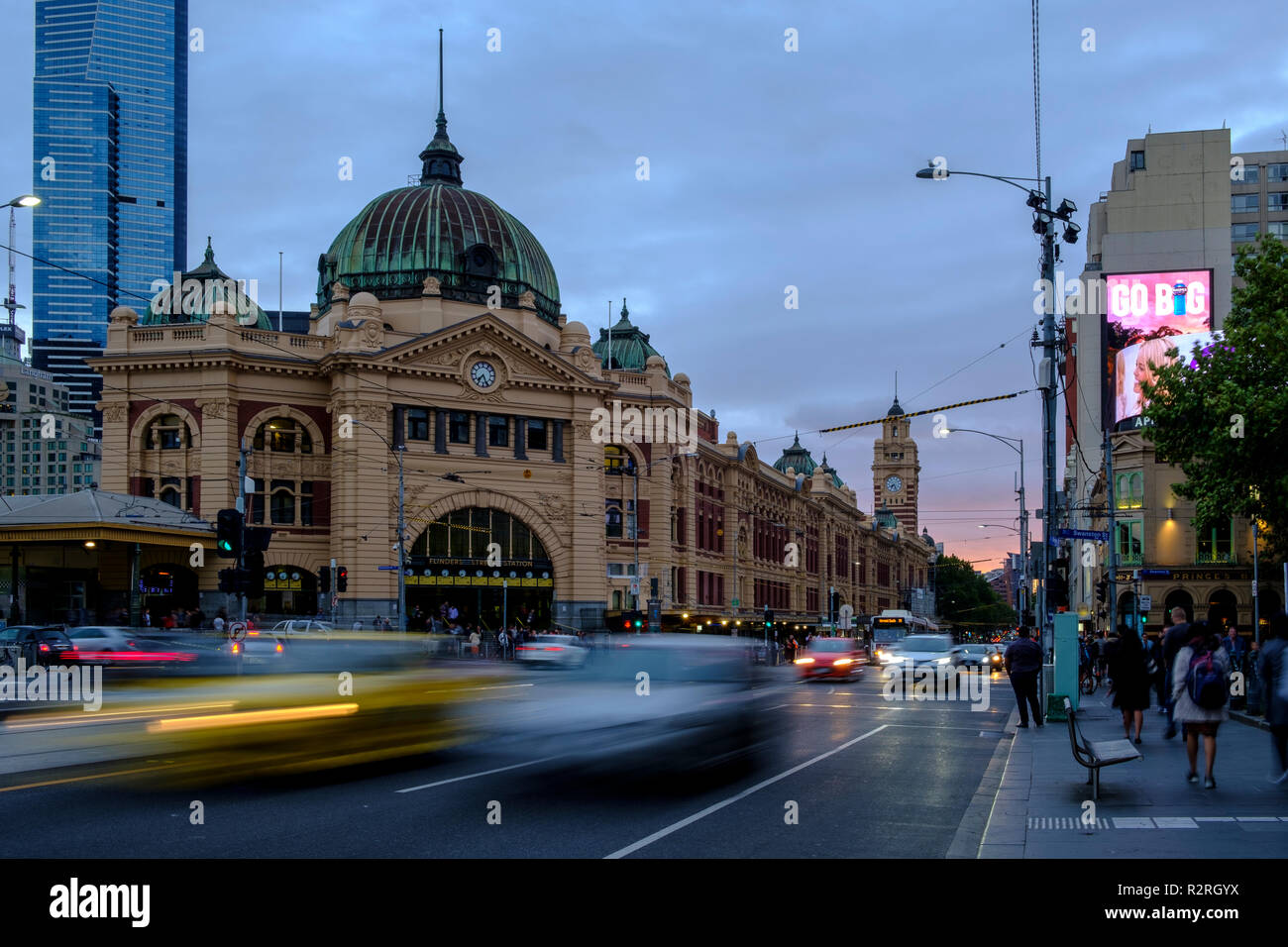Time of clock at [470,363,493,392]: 7:26
